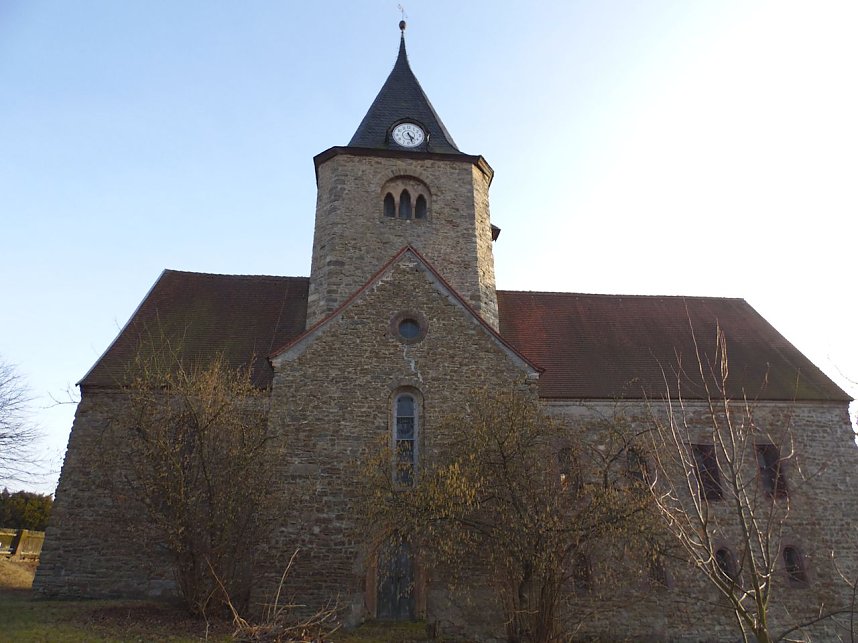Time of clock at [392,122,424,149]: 4:26
